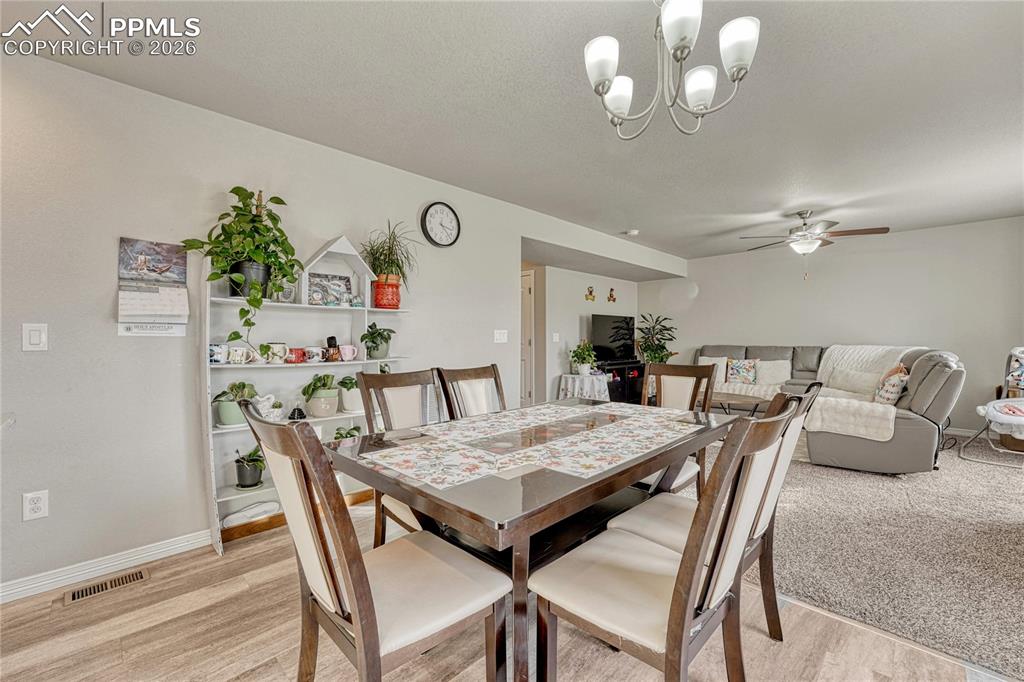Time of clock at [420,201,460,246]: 3:22
